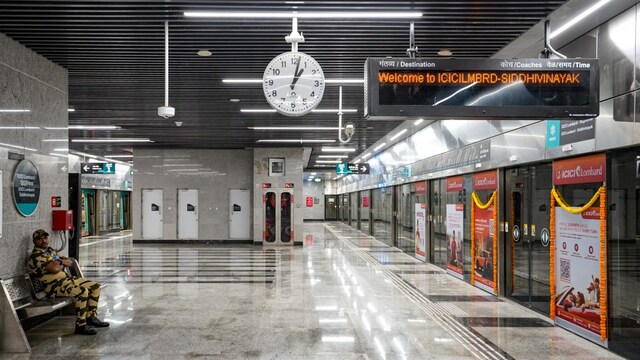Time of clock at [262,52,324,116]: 1:02
